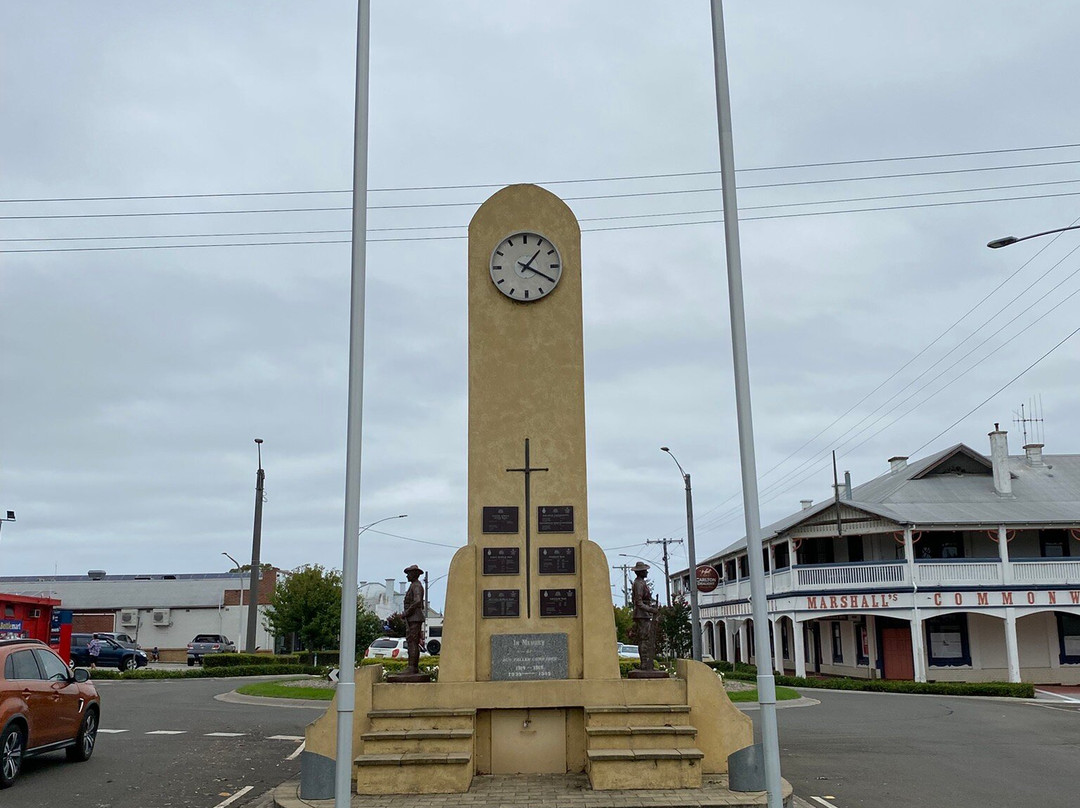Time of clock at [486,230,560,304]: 1:19
